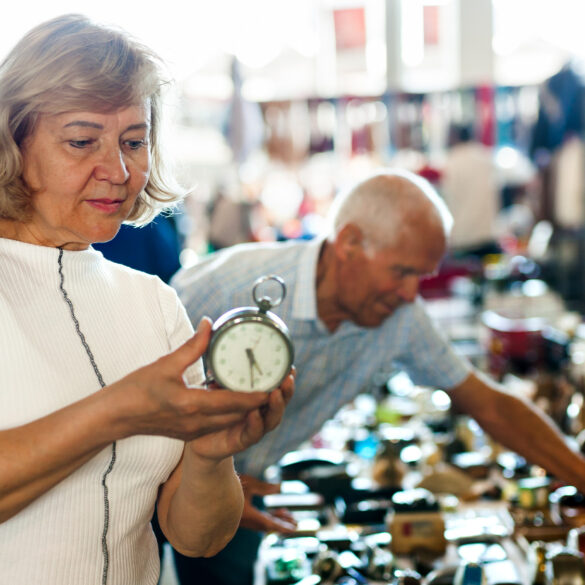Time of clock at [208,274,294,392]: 4:26
